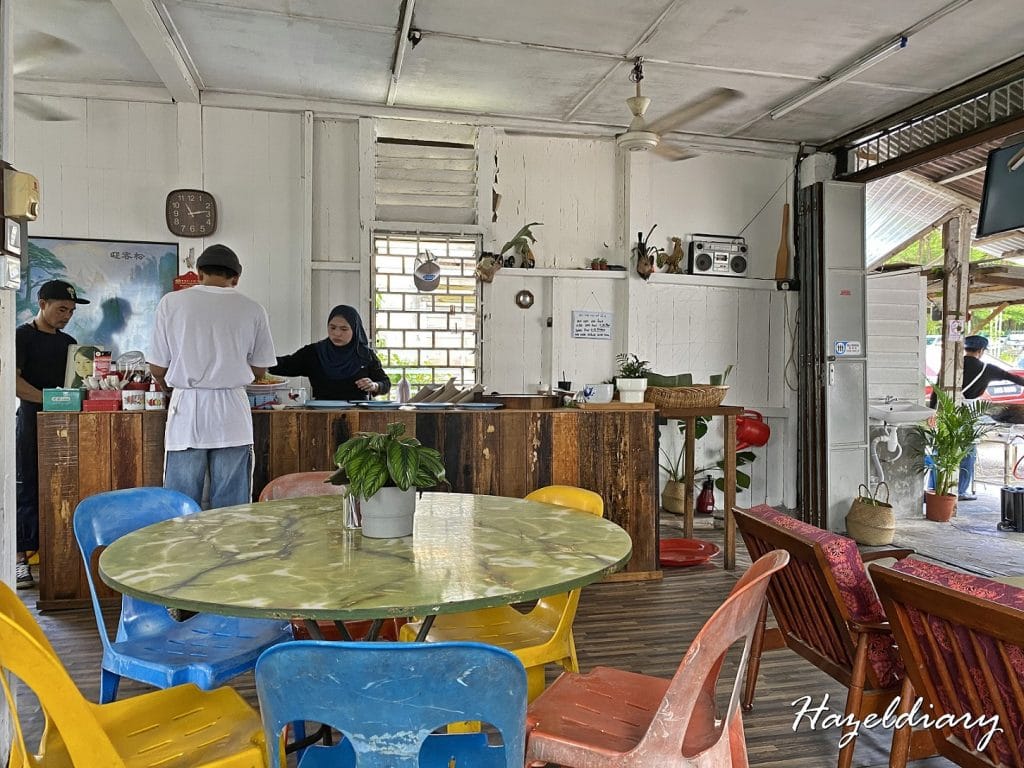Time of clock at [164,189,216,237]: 11:13
